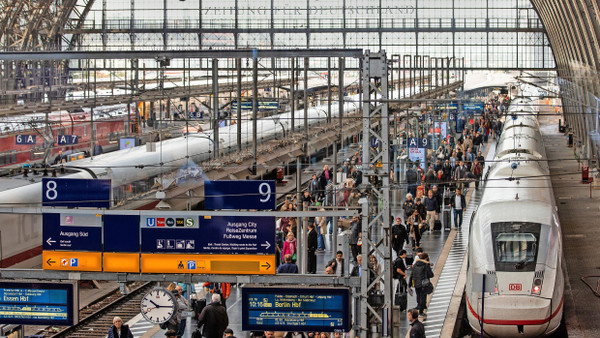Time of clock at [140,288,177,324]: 10:14
